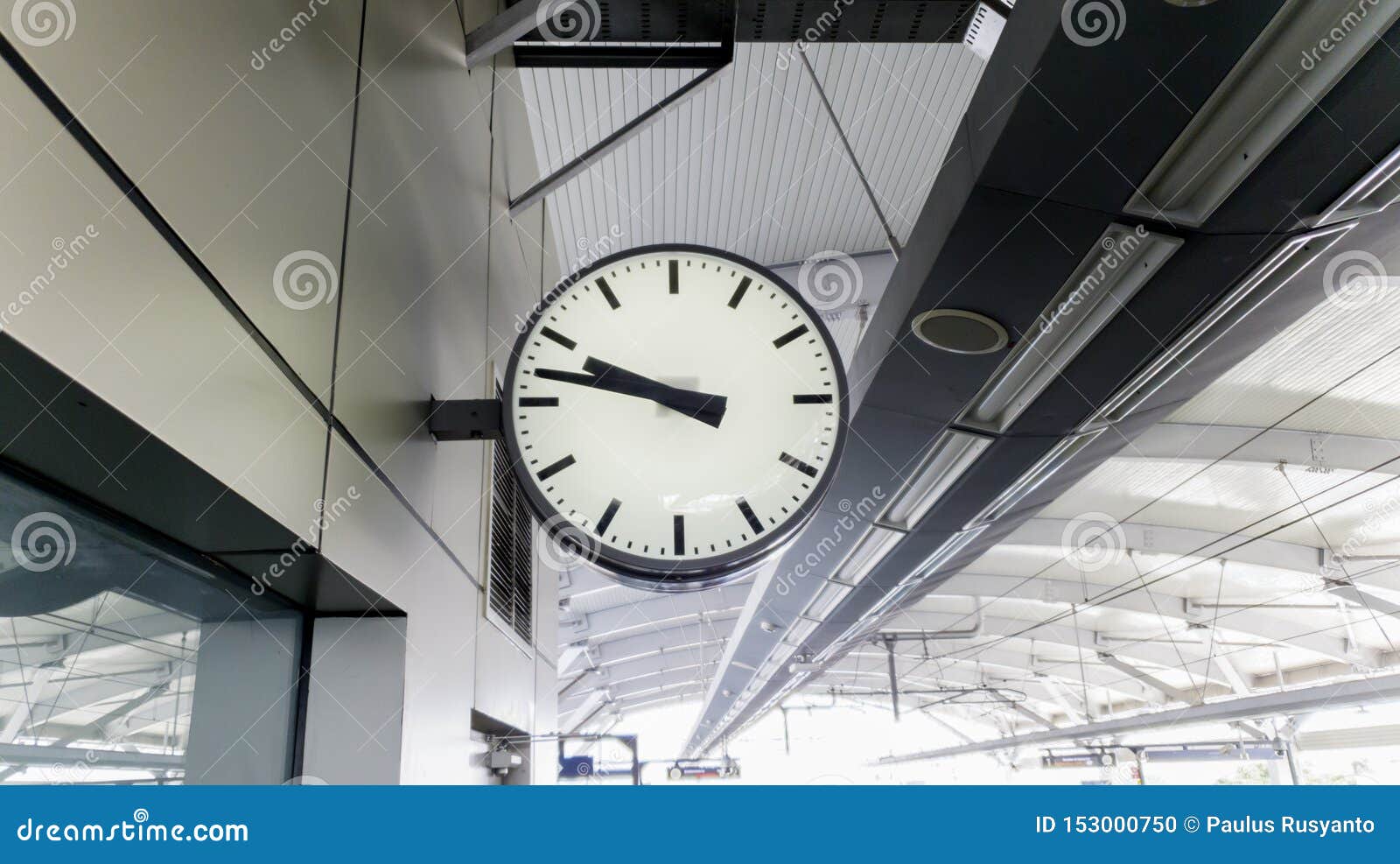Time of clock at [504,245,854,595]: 9:47
